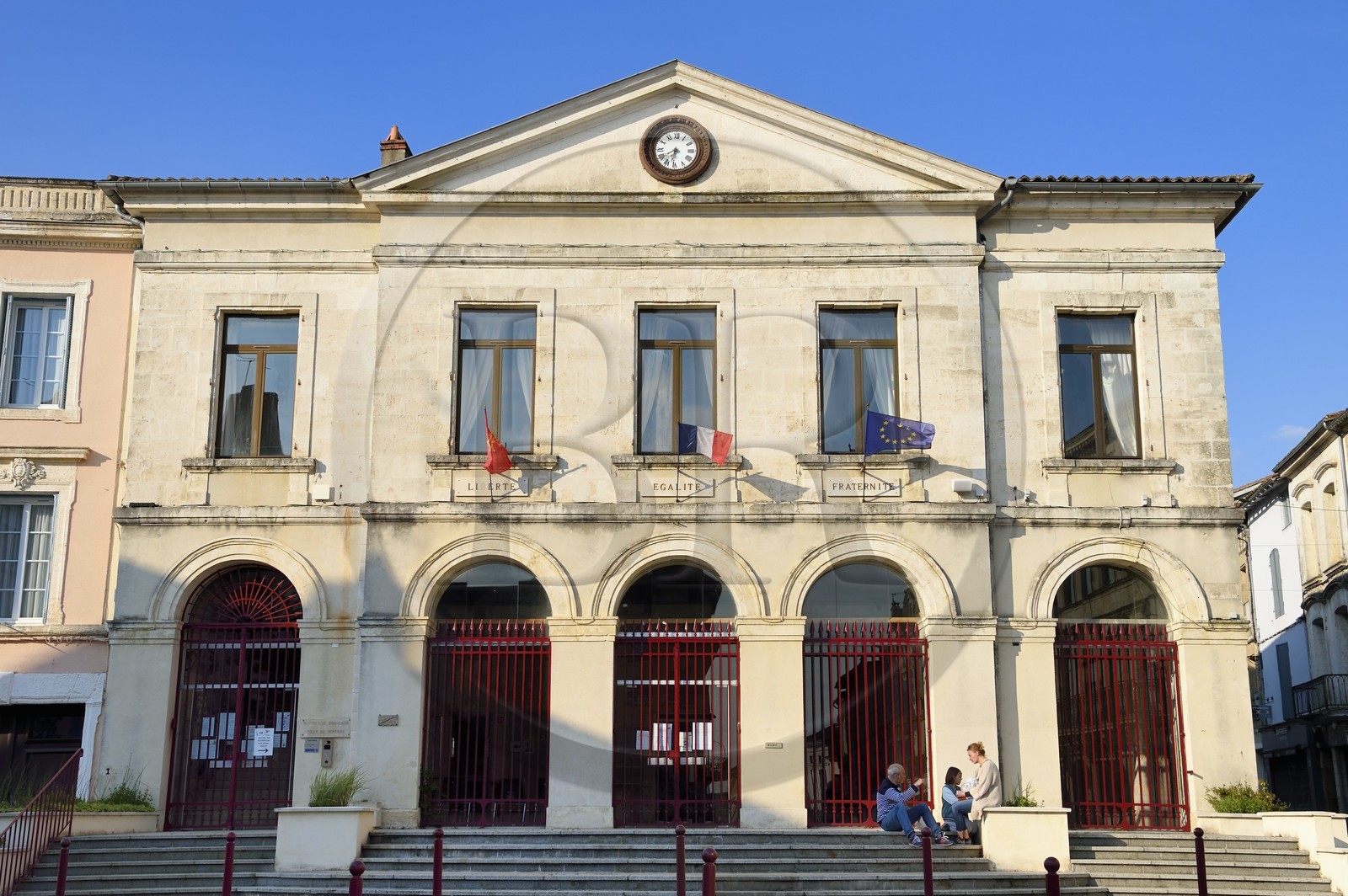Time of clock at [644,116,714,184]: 7:31
